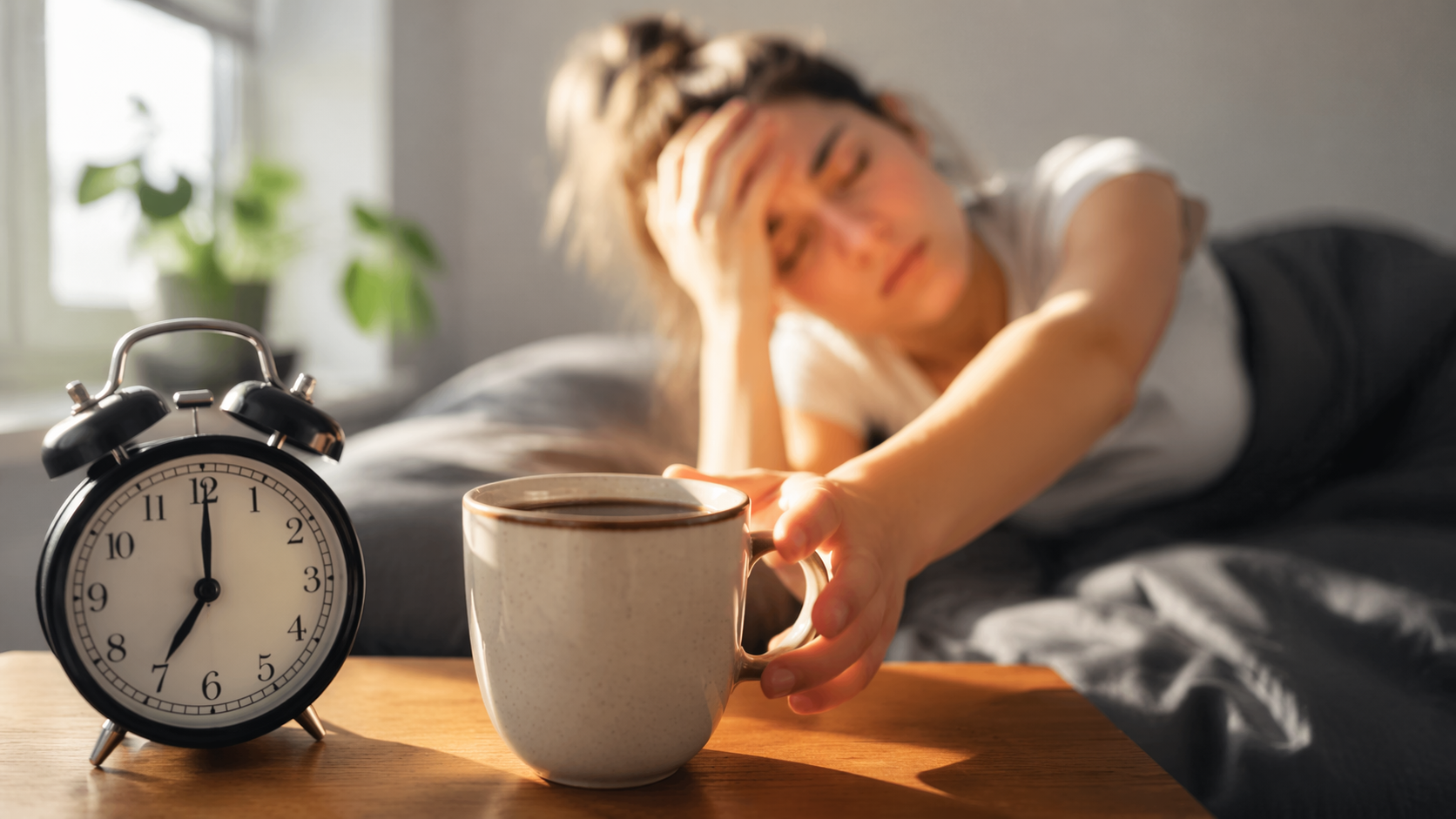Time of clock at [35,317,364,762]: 7:00
